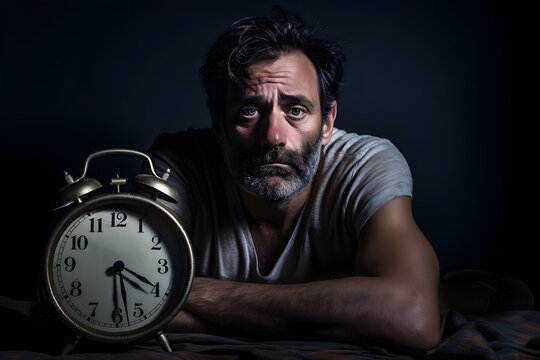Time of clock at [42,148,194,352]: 6:19
